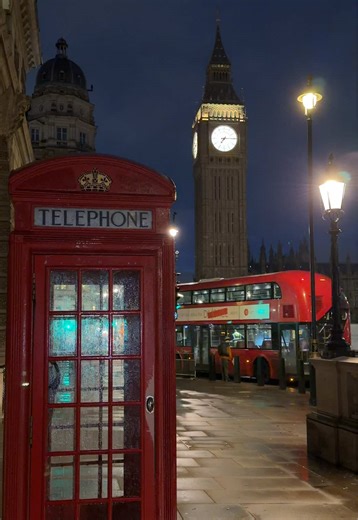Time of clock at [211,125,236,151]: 7:14
